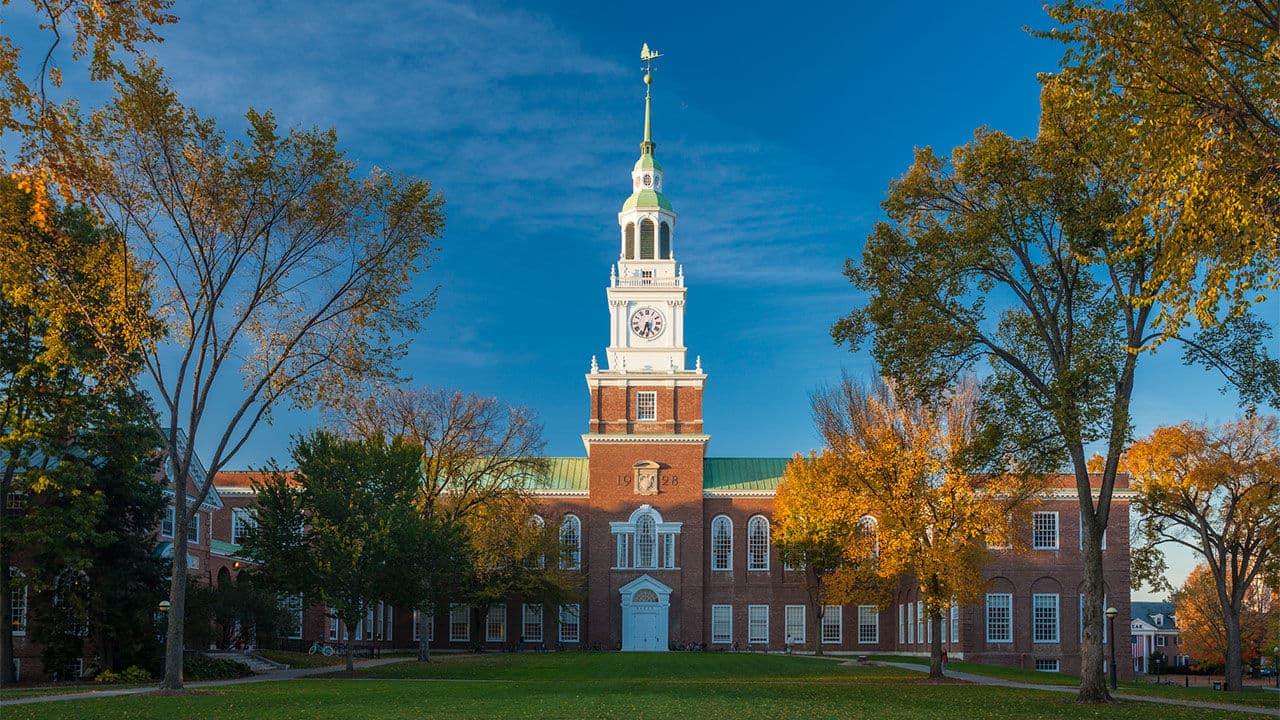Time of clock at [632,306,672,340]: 5:33
